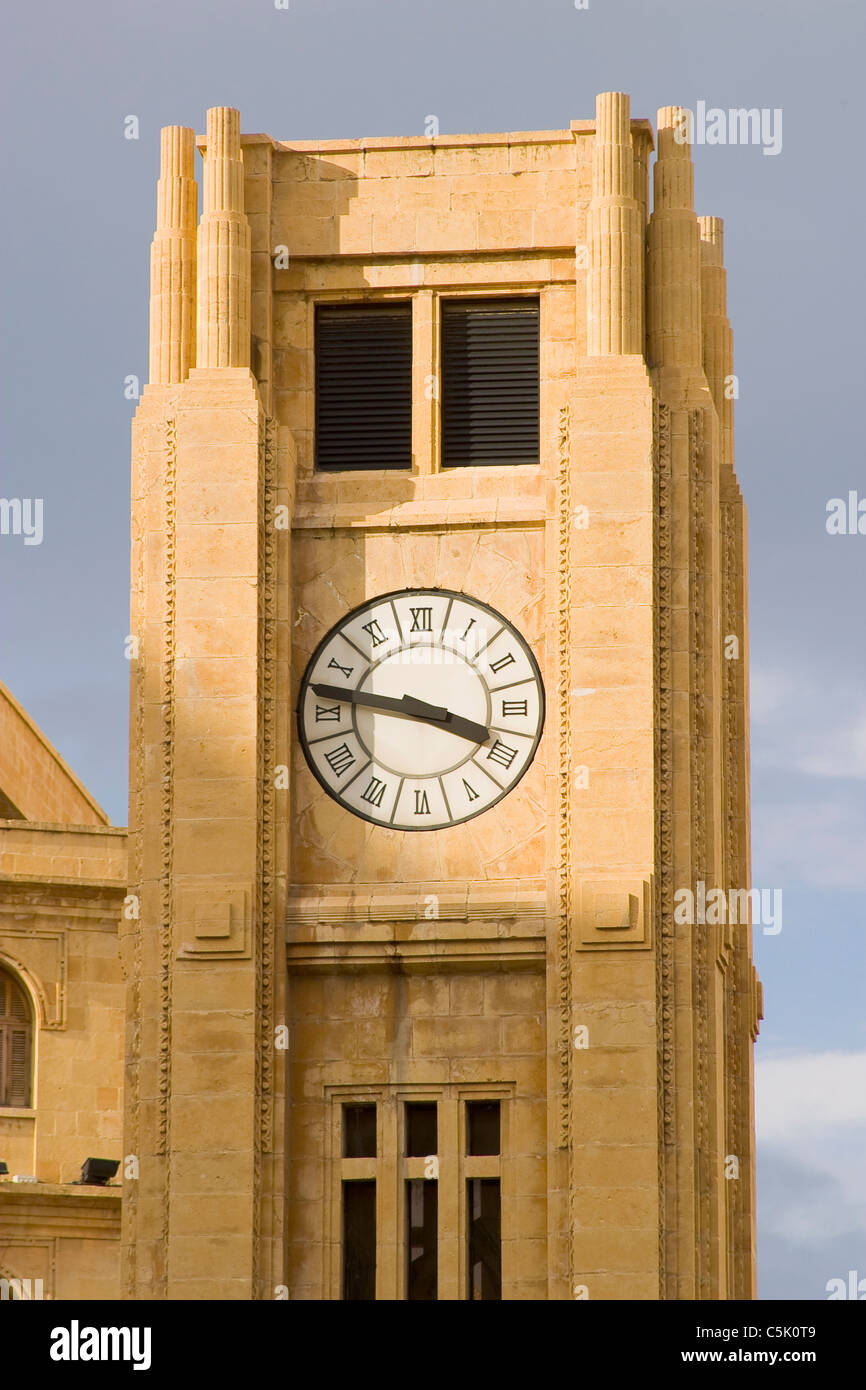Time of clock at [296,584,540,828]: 3:47
